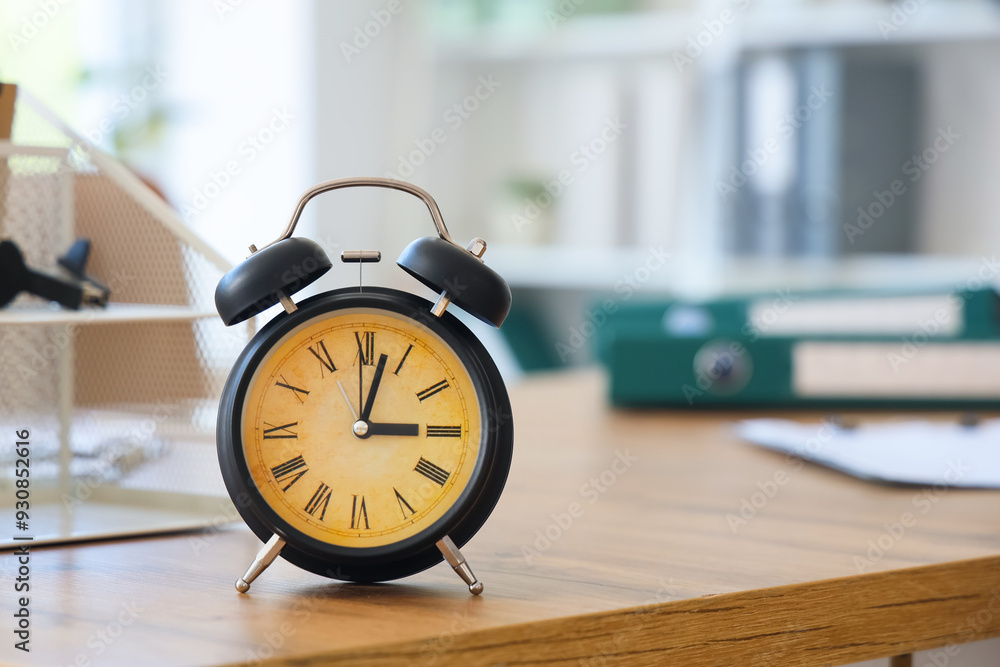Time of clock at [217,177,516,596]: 3:02
